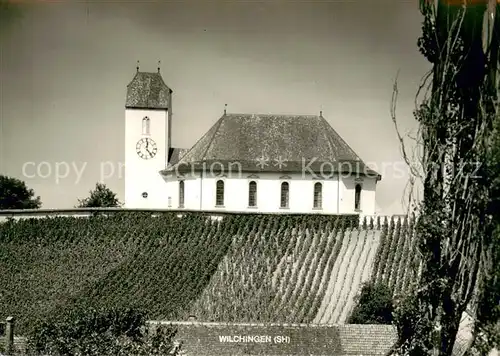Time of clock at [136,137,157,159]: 12:23
